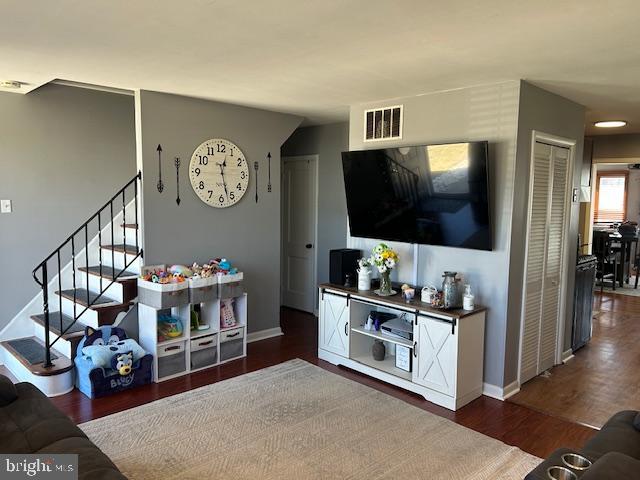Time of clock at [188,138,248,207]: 12:27
